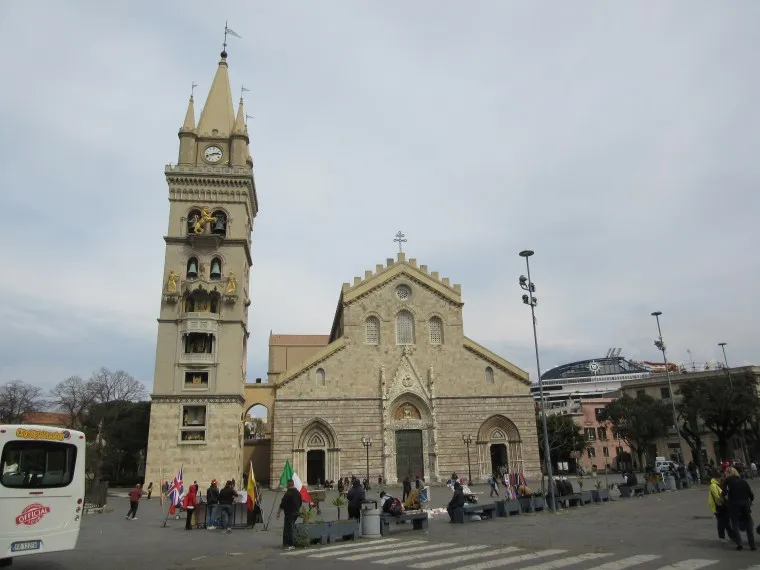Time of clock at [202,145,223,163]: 2:42
